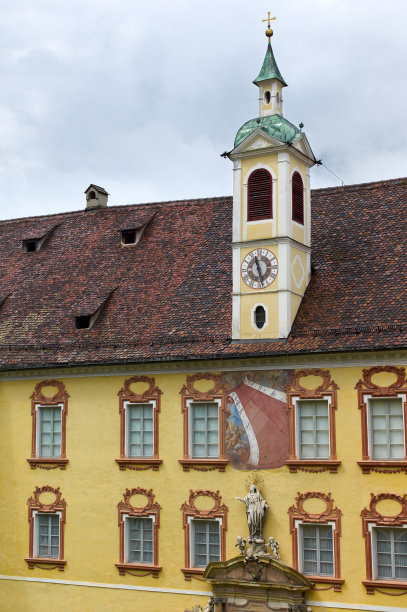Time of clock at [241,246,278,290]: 11:28
